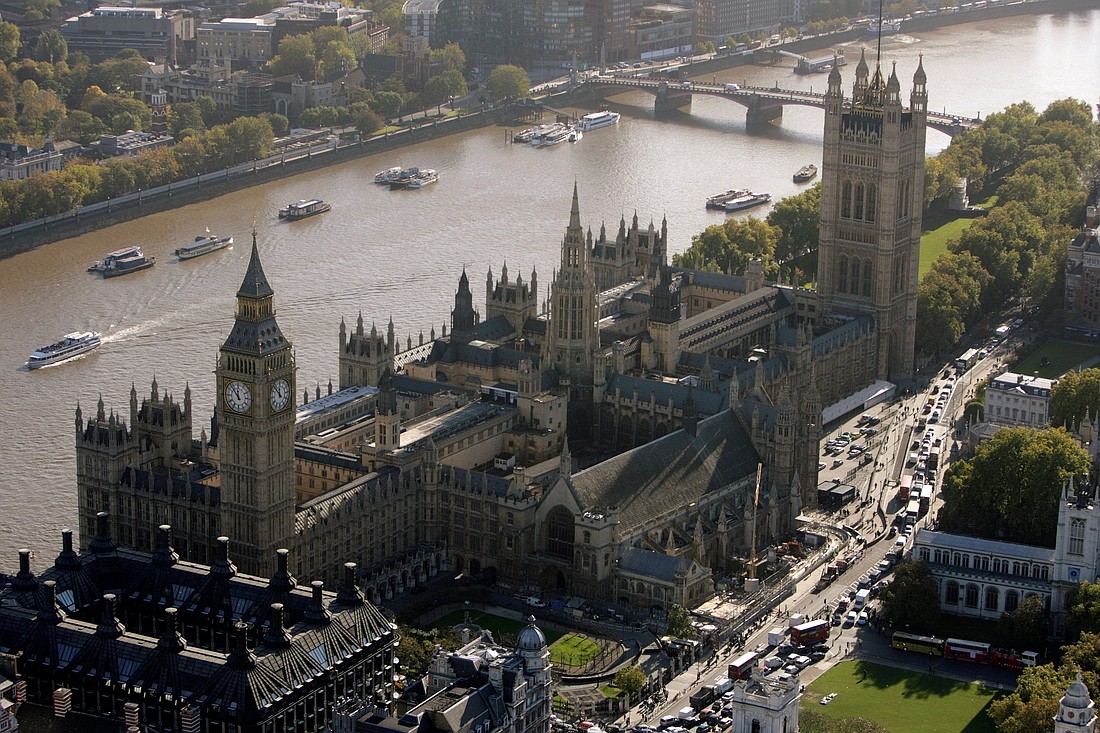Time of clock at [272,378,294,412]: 11:53
